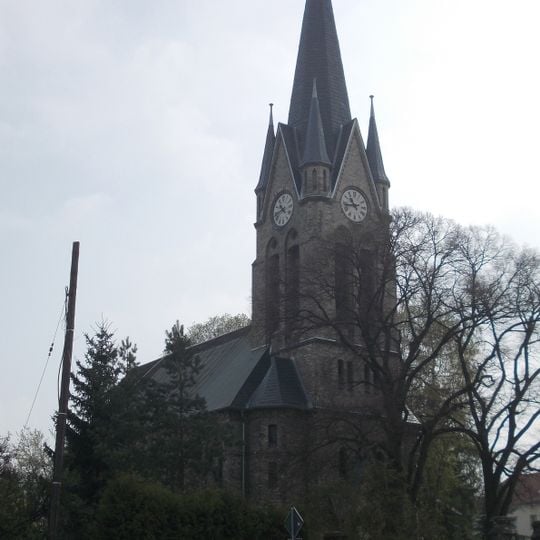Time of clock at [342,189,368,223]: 10:43
